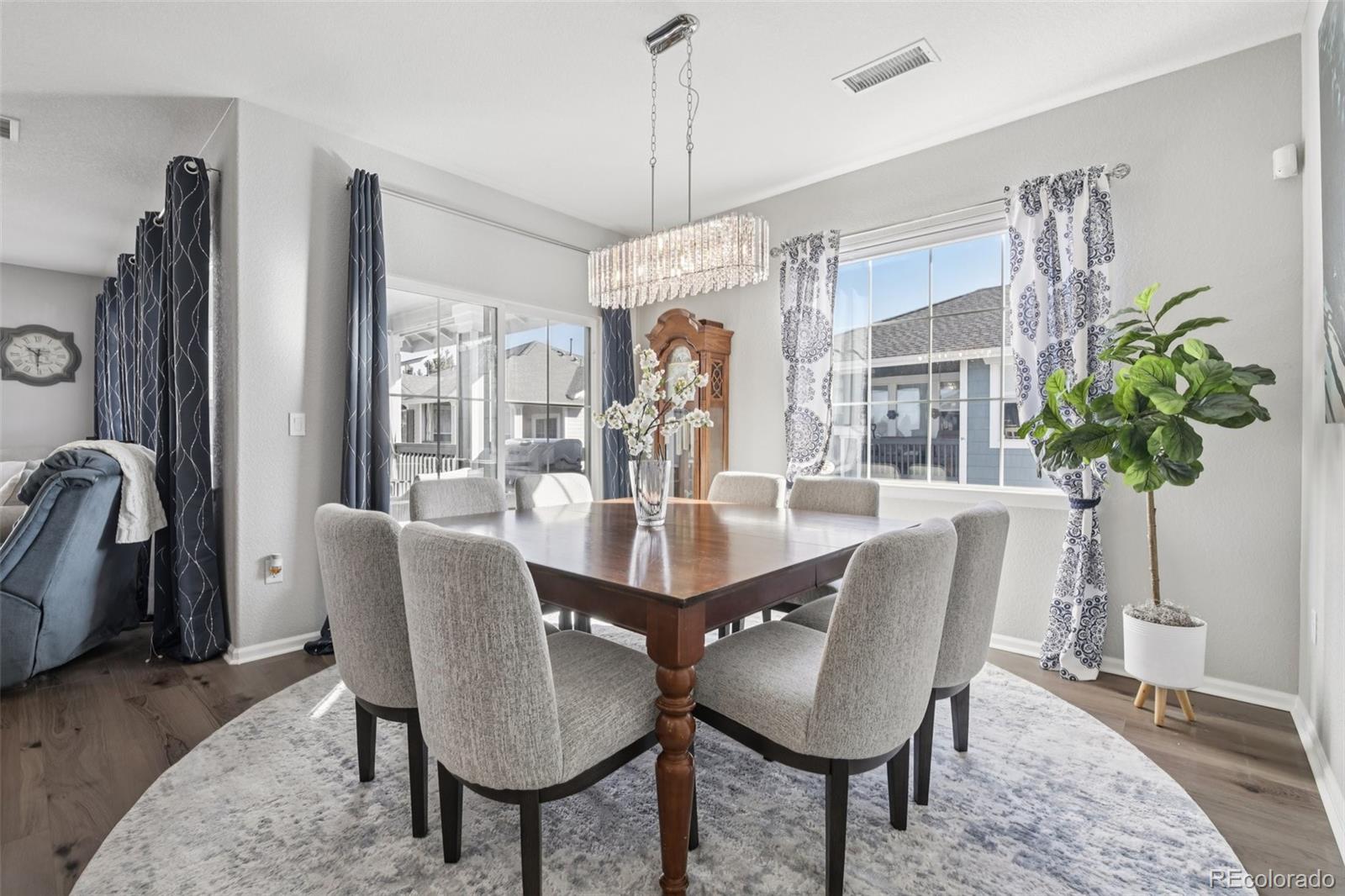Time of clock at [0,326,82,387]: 10:30
